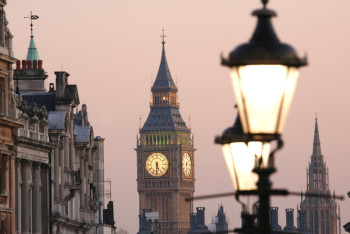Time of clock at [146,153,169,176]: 5:30
